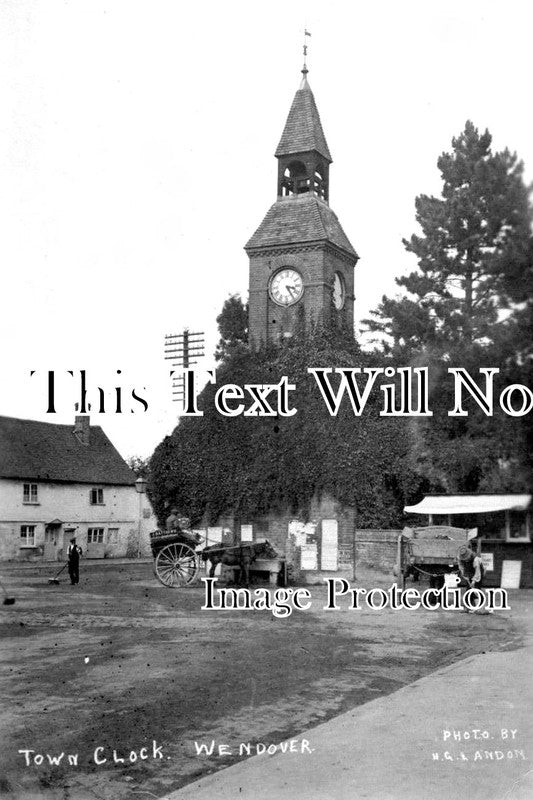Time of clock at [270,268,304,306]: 3:24
